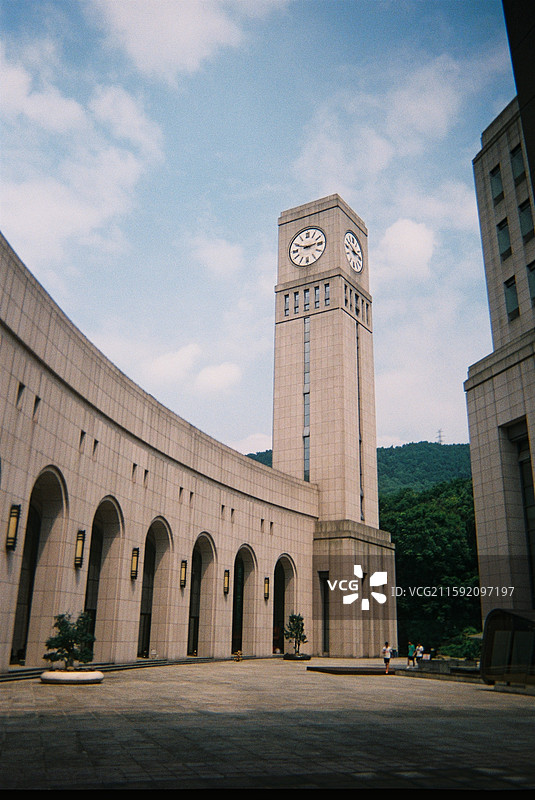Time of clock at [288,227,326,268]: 2:48
